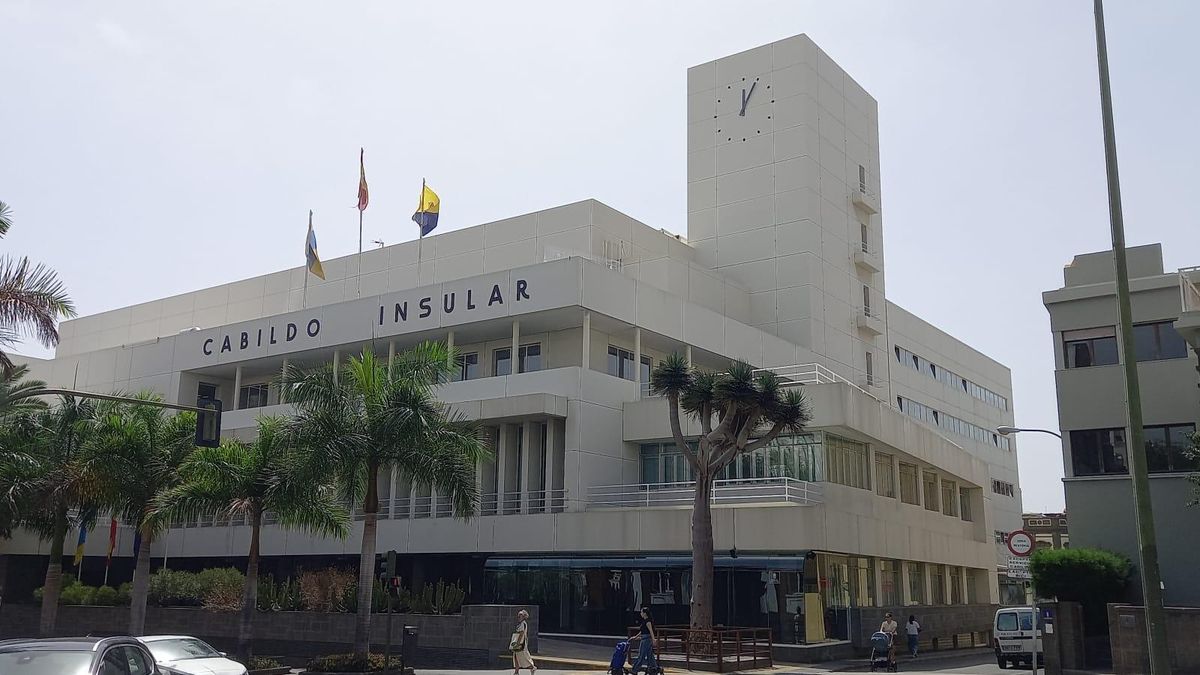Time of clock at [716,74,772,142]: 12:05
